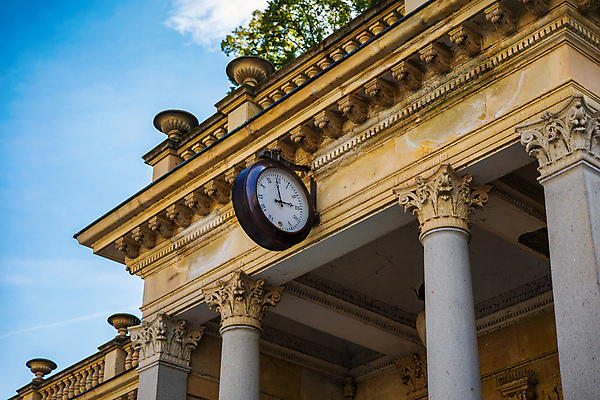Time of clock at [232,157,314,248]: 2:59
